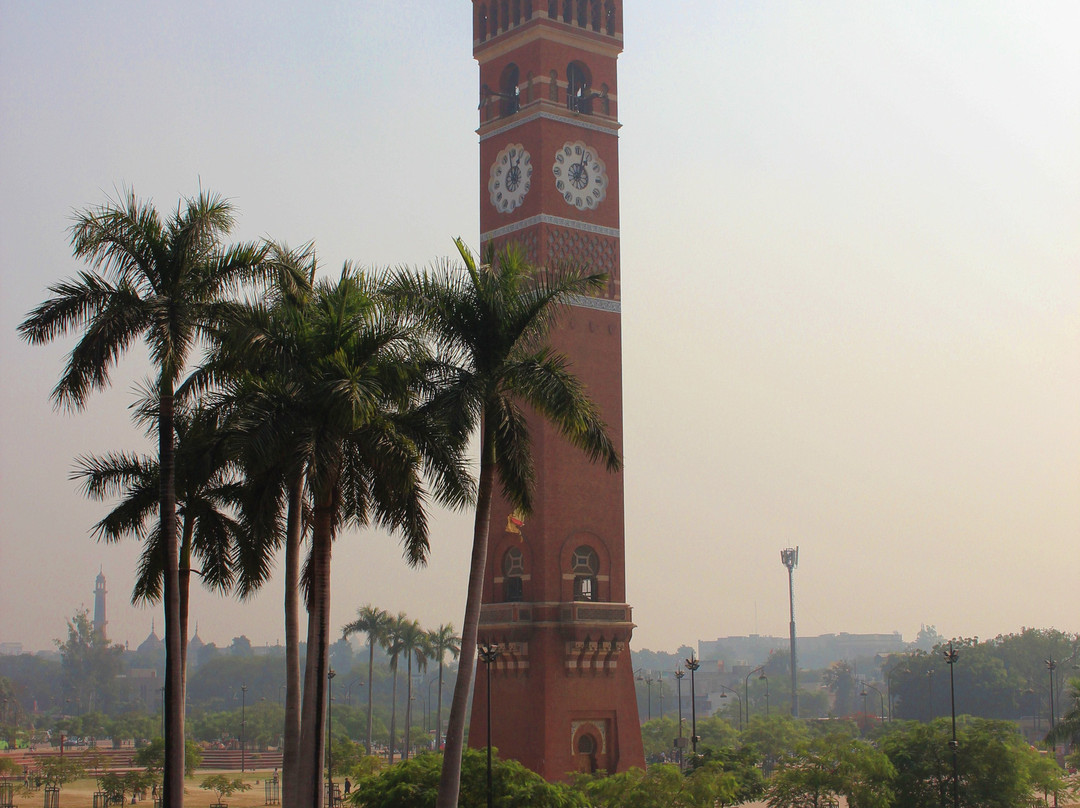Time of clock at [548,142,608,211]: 1:02
